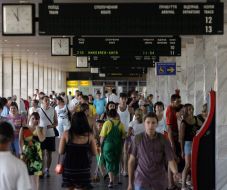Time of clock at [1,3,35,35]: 10:59
